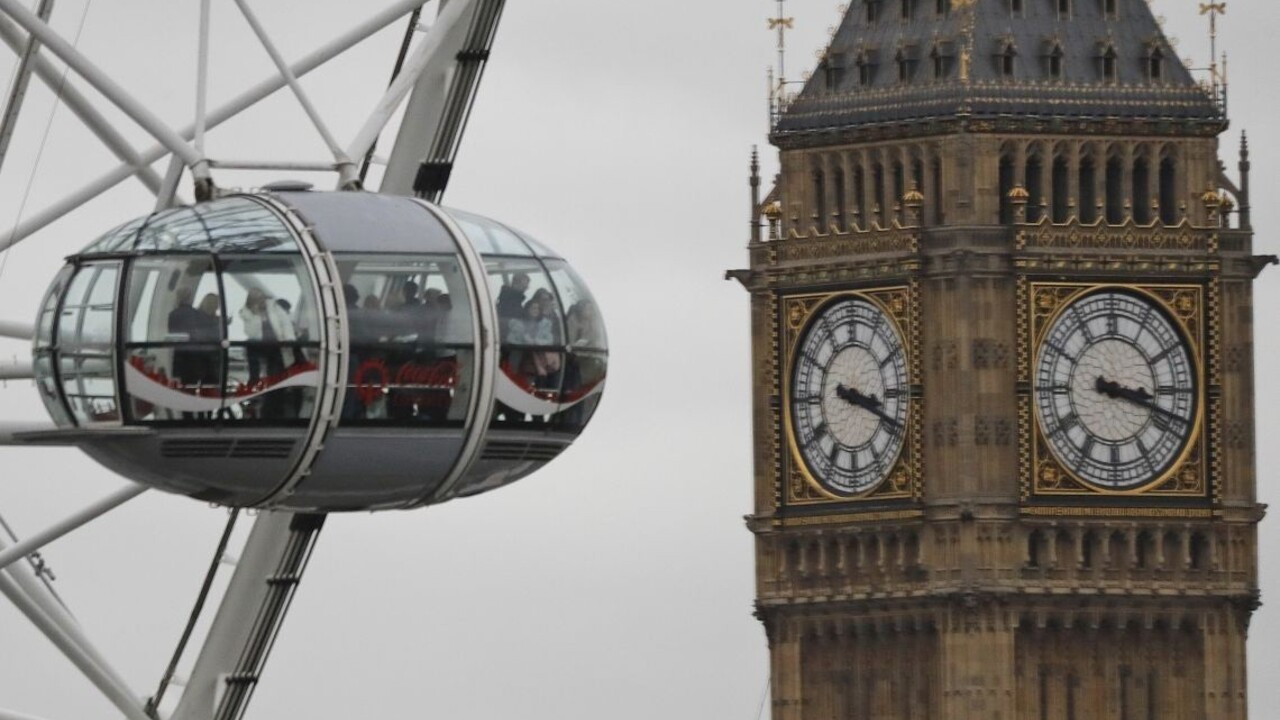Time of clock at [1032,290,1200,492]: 3:18
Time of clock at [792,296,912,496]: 3:18
